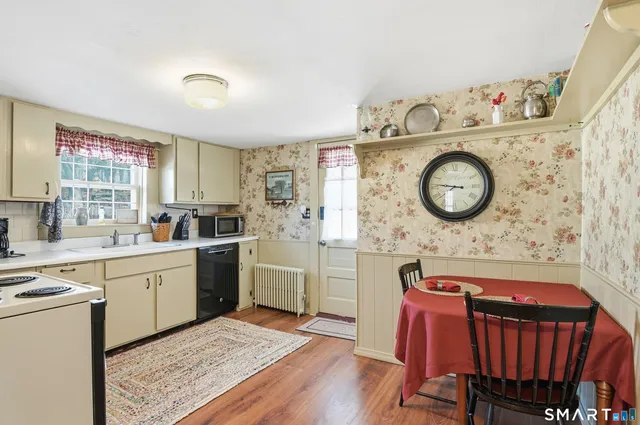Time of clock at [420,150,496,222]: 8:46
